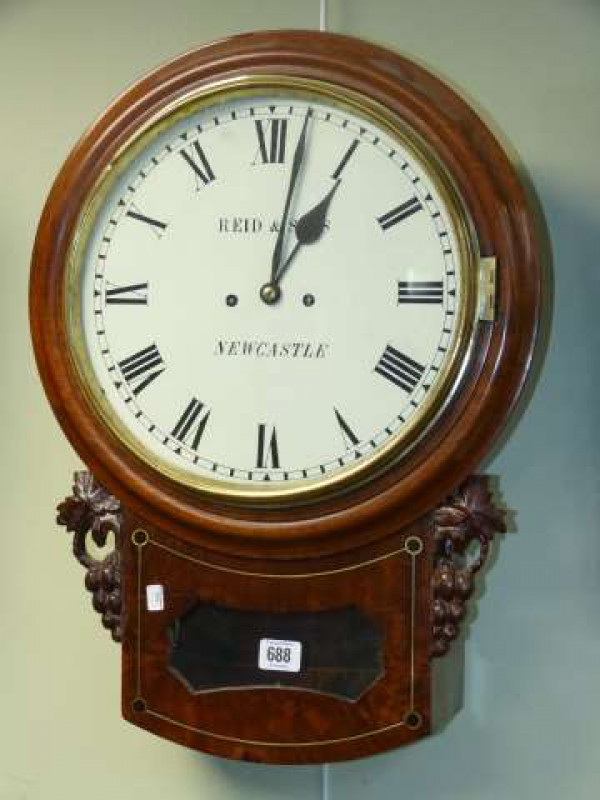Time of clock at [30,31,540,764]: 1:02
